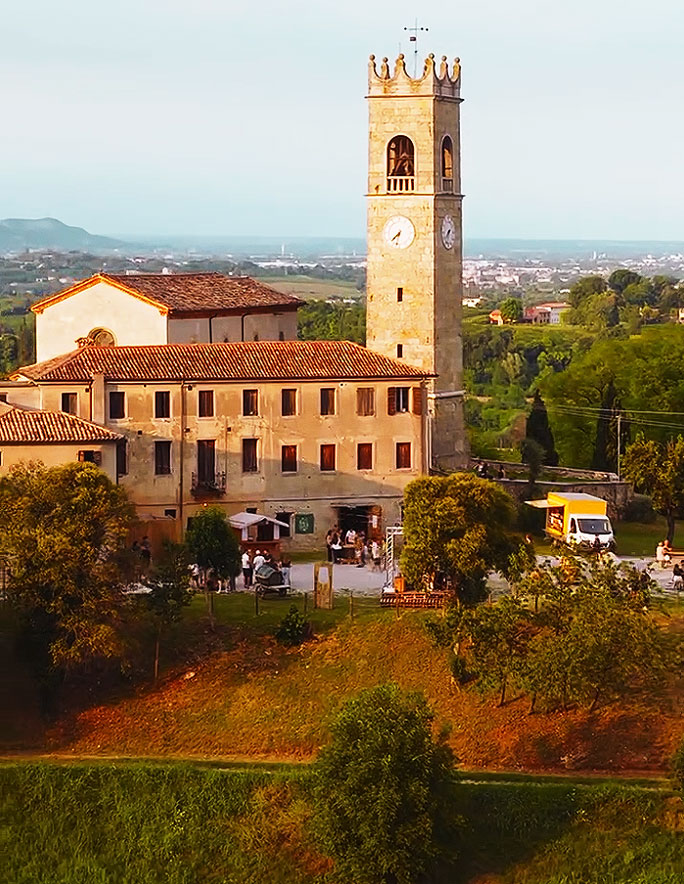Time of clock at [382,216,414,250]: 7:32
